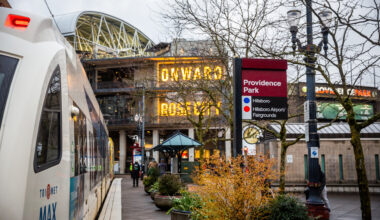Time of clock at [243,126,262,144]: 1:42
